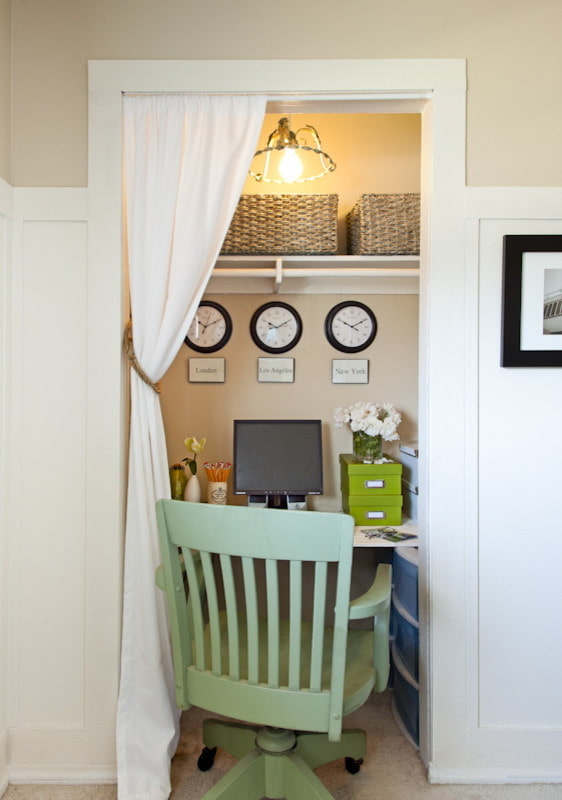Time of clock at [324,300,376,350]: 10:10
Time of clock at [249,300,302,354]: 10:10
